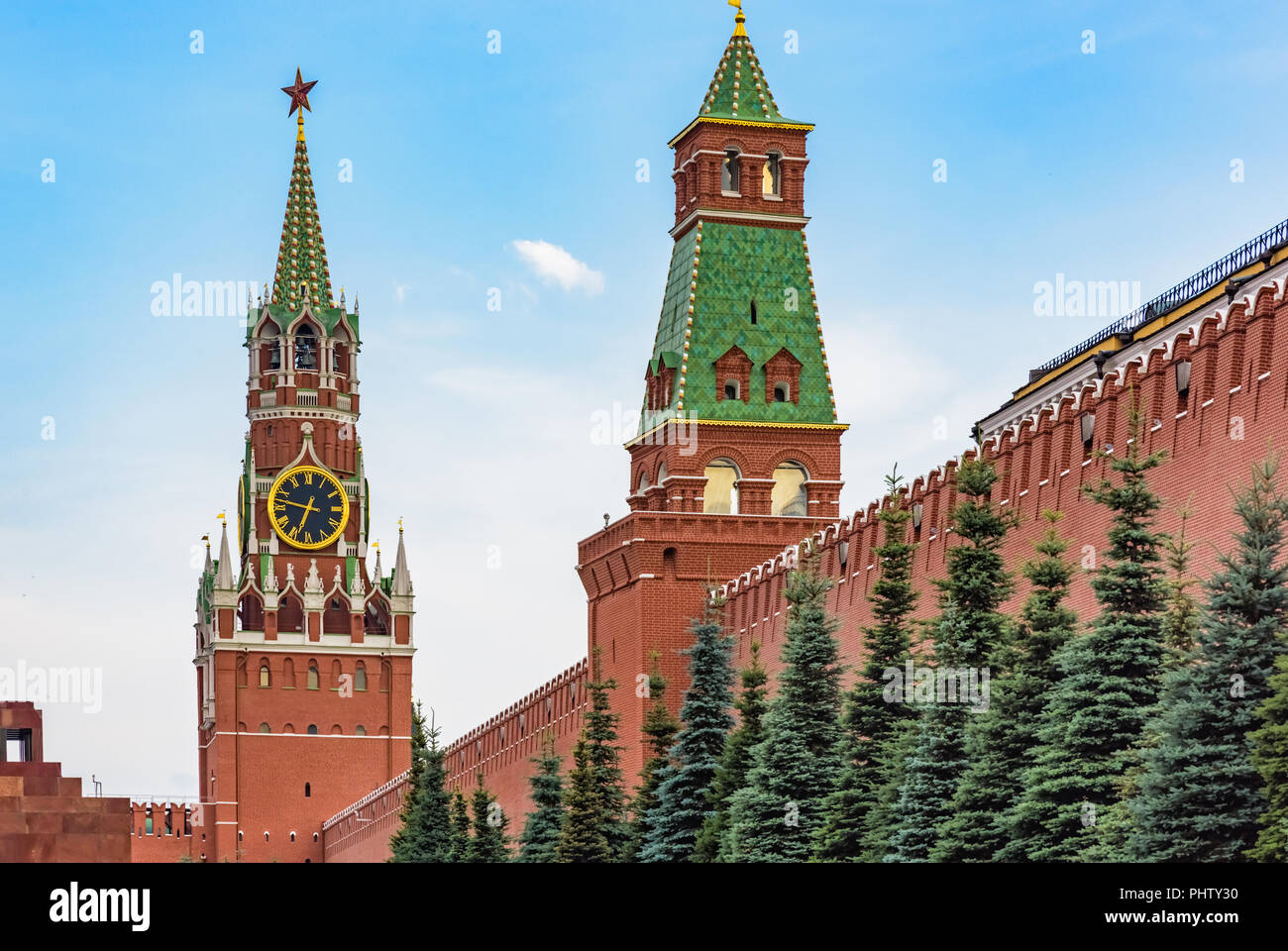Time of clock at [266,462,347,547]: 6:46
